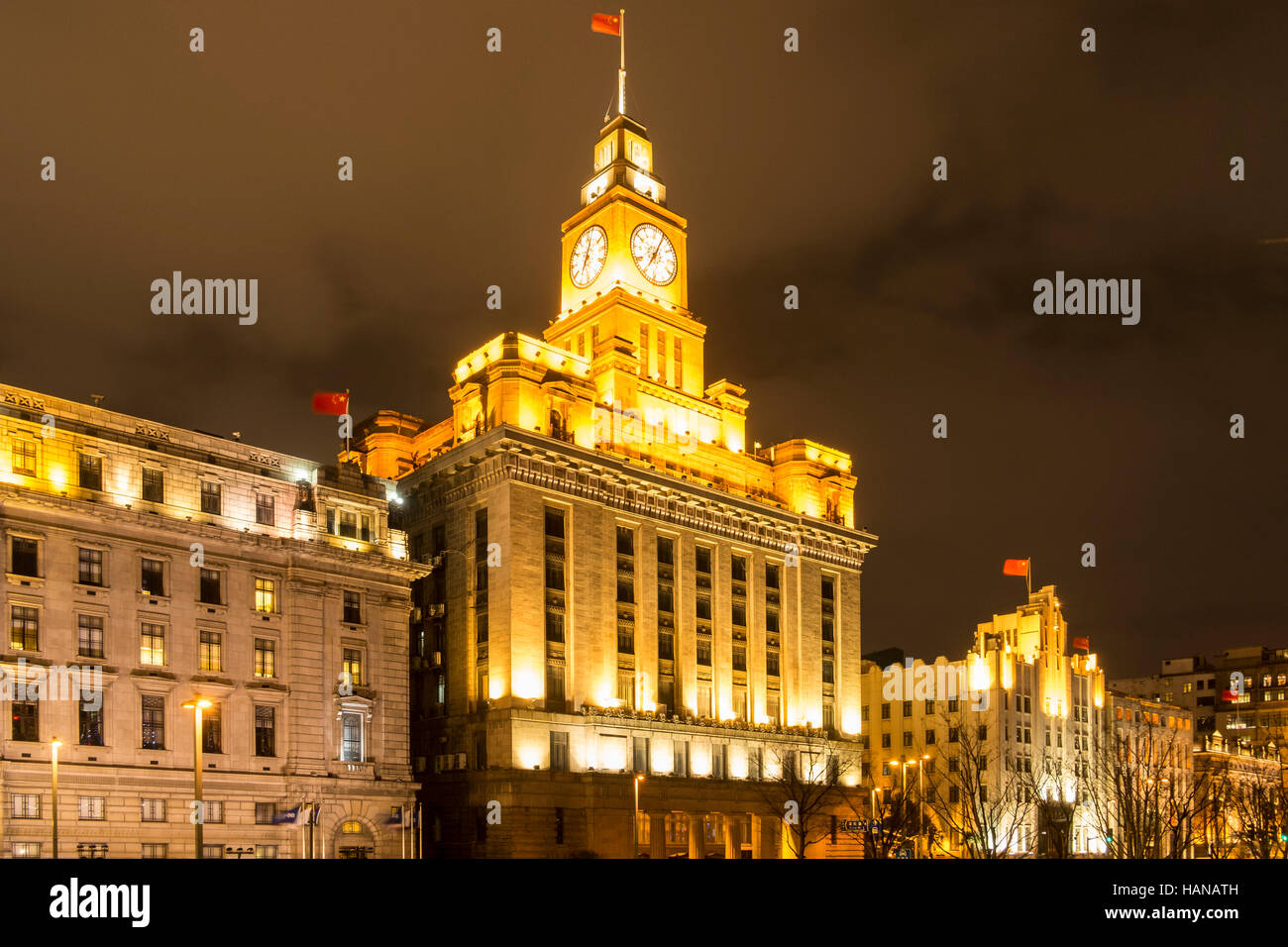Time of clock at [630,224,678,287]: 7:04
